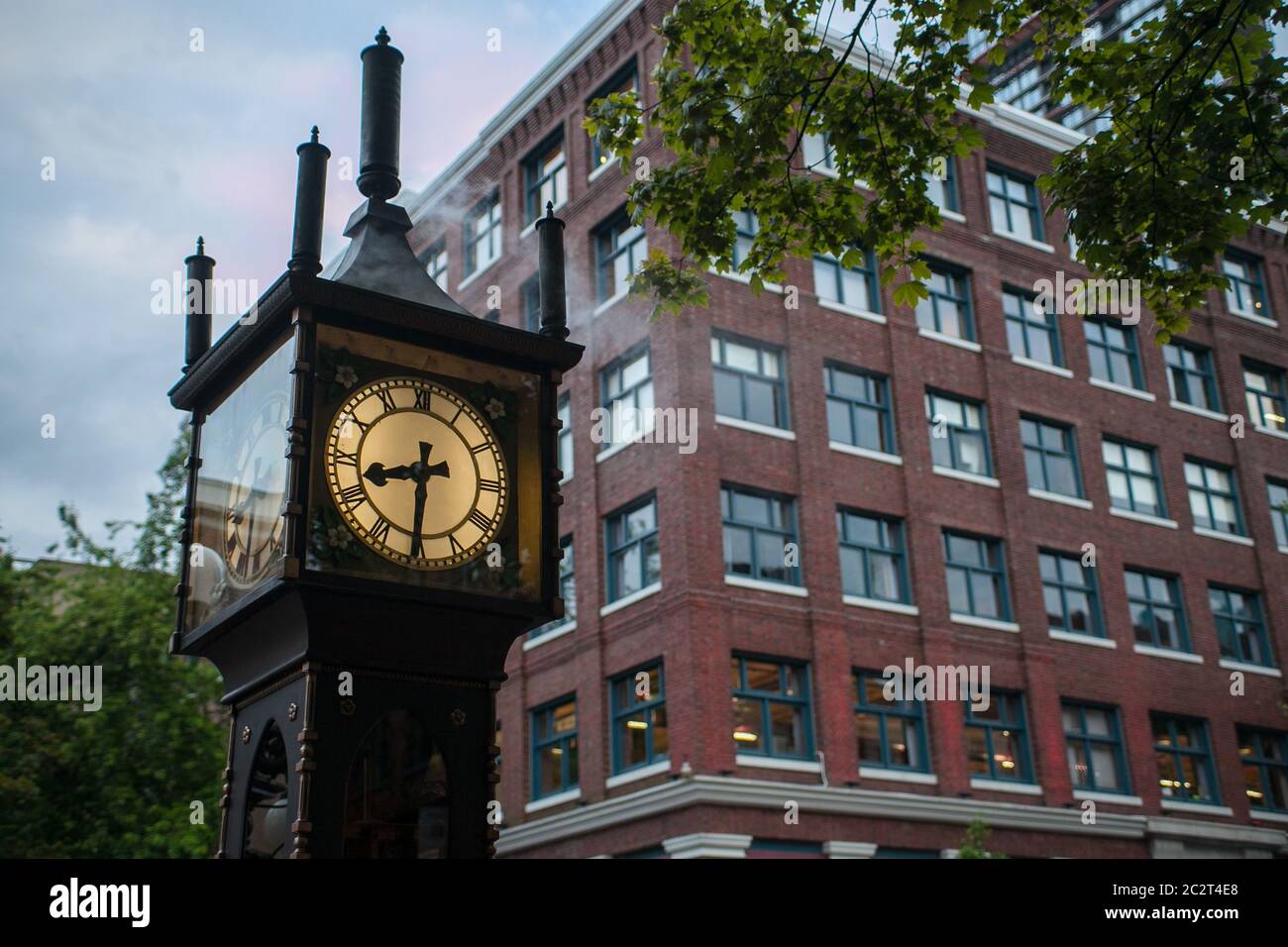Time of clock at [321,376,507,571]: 8:30
